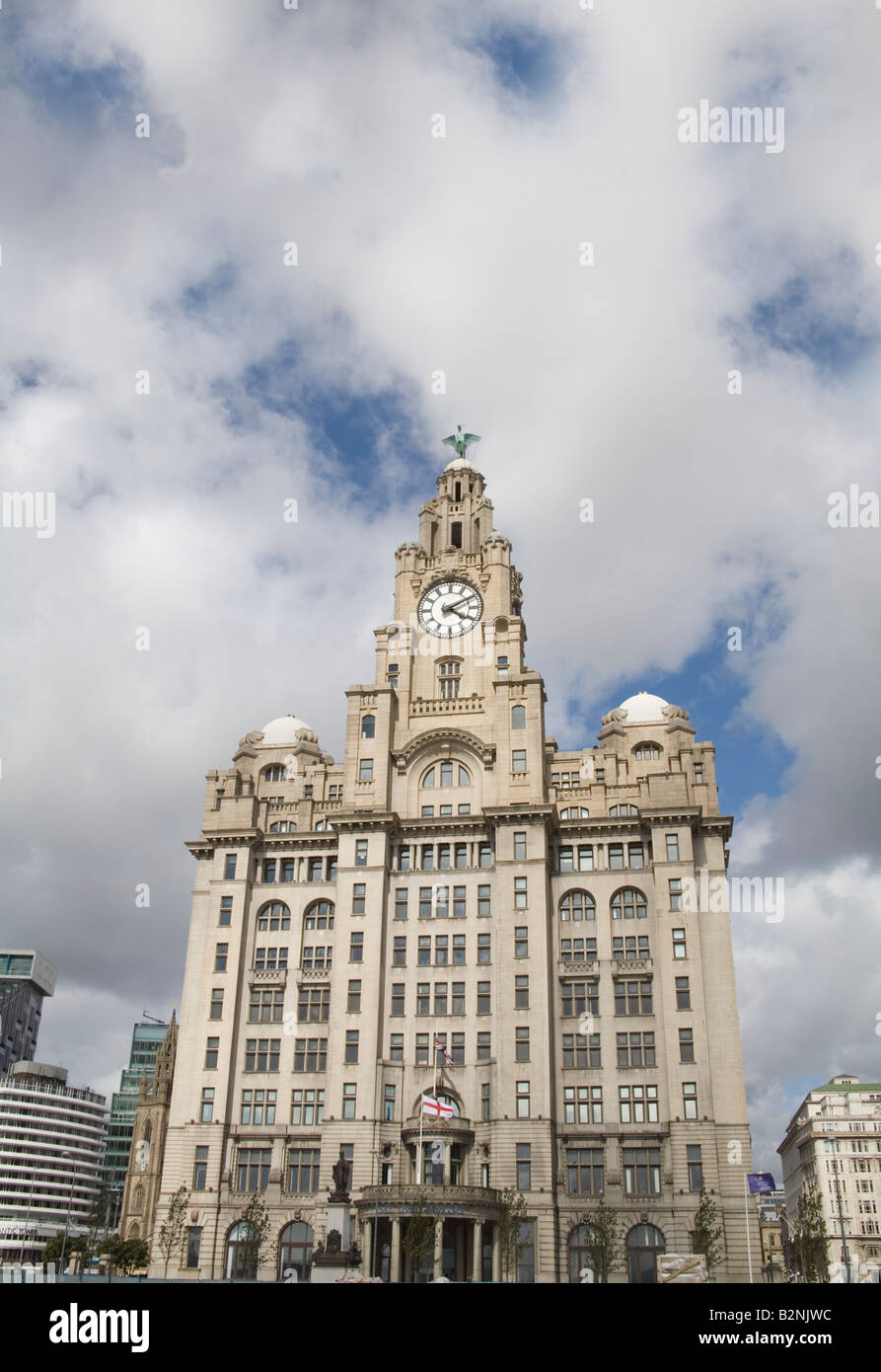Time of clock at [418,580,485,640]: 4:09
